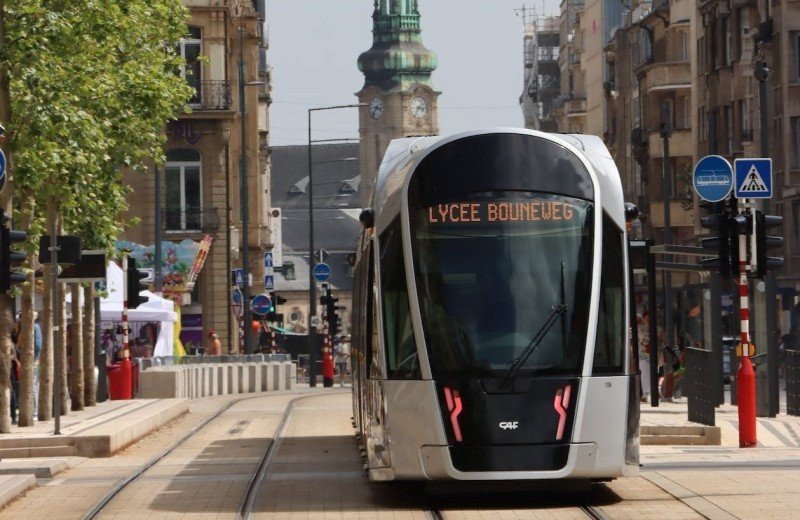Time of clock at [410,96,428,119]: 3:34
